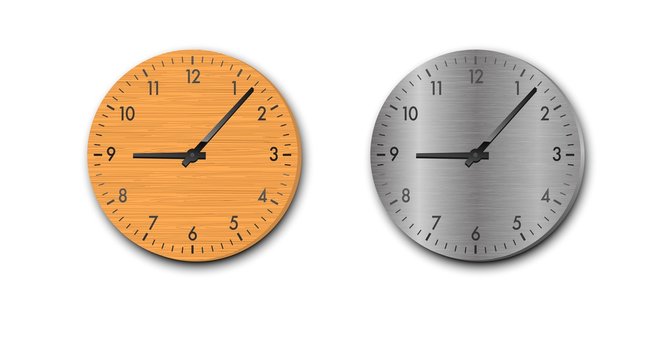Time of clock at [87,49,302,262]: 9:07
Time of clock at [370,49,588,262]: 9:07
